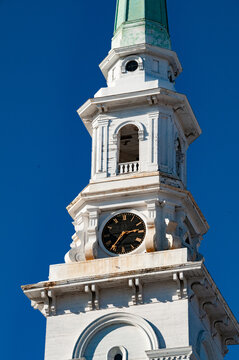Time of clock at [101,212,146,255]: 2:36
